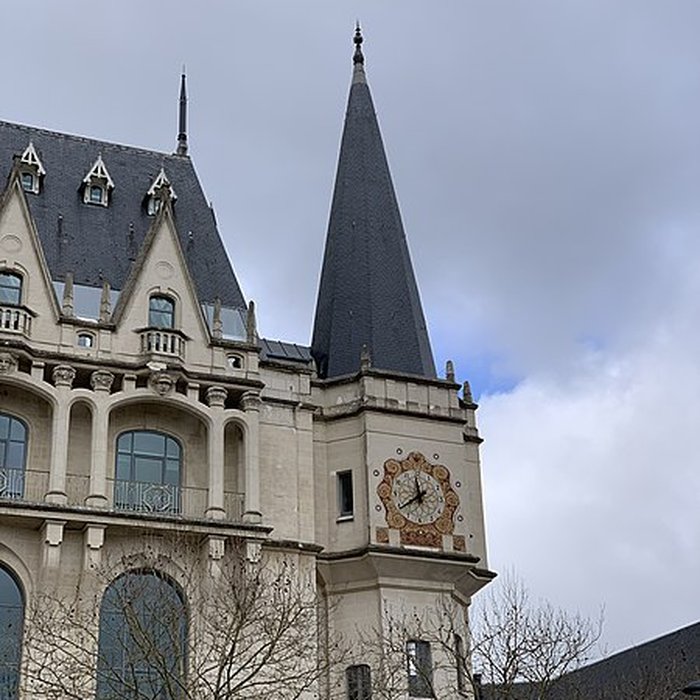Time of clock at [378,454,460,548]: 11:39
